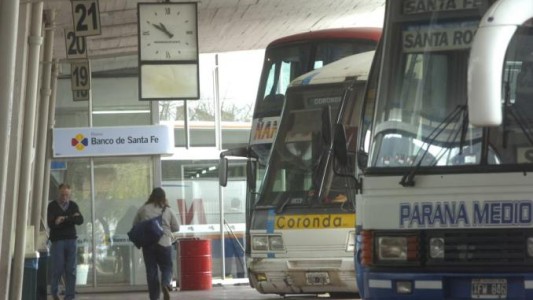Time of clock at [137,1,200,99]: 10:50
